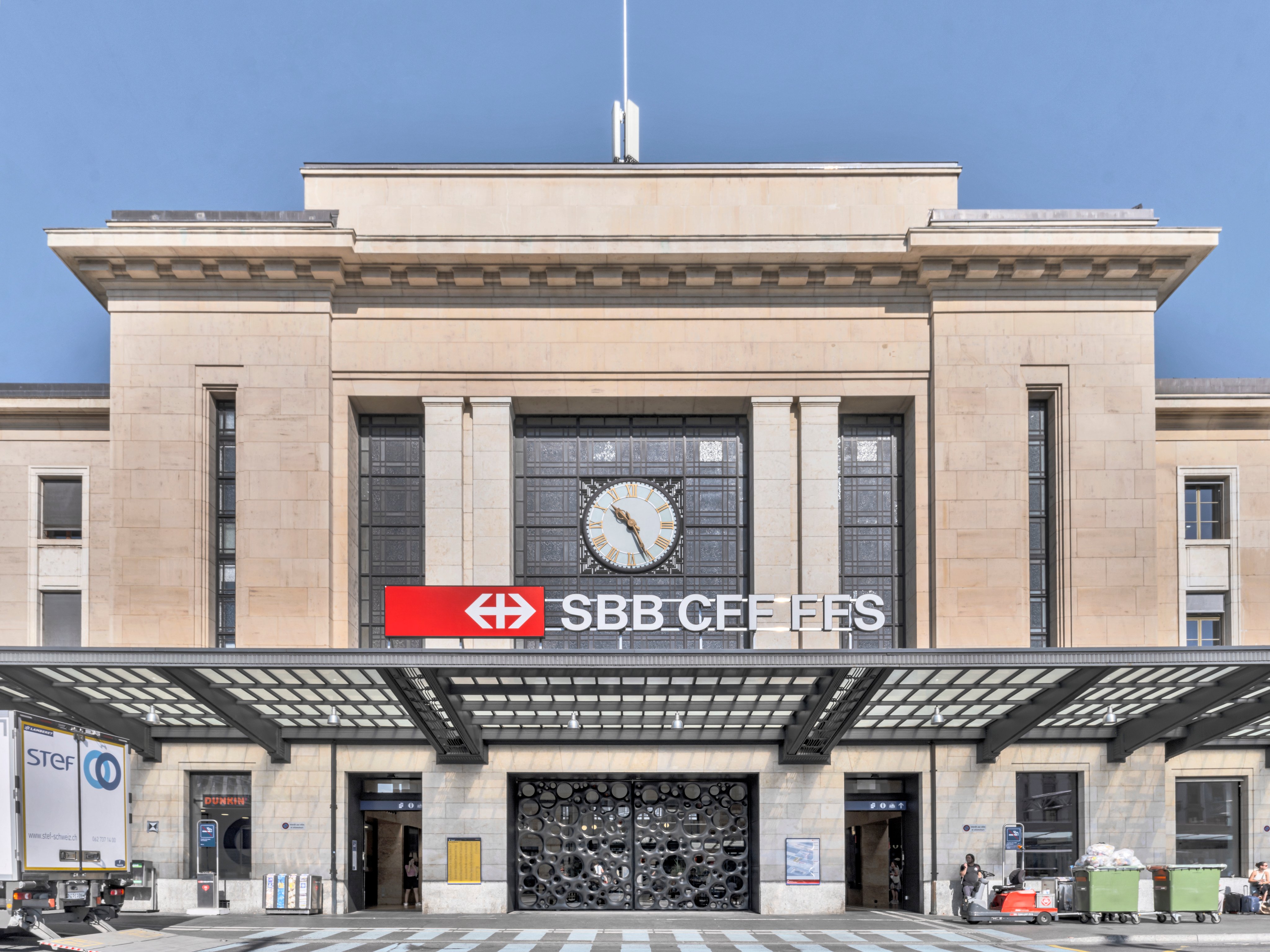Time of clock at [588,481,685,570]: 10:26
